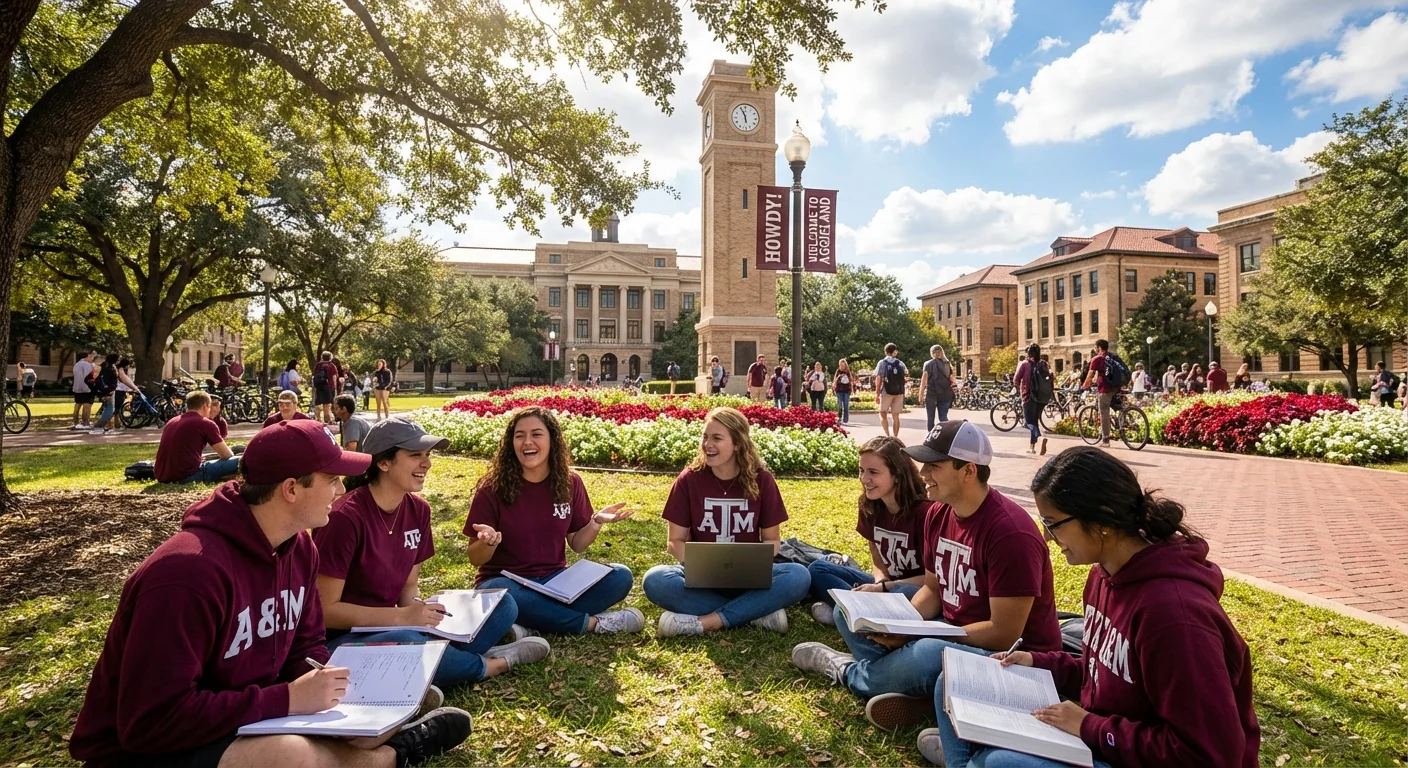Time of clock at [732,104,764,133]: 5:55
